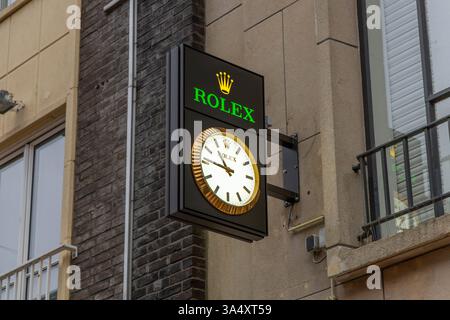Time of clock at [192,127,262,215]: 10:45
